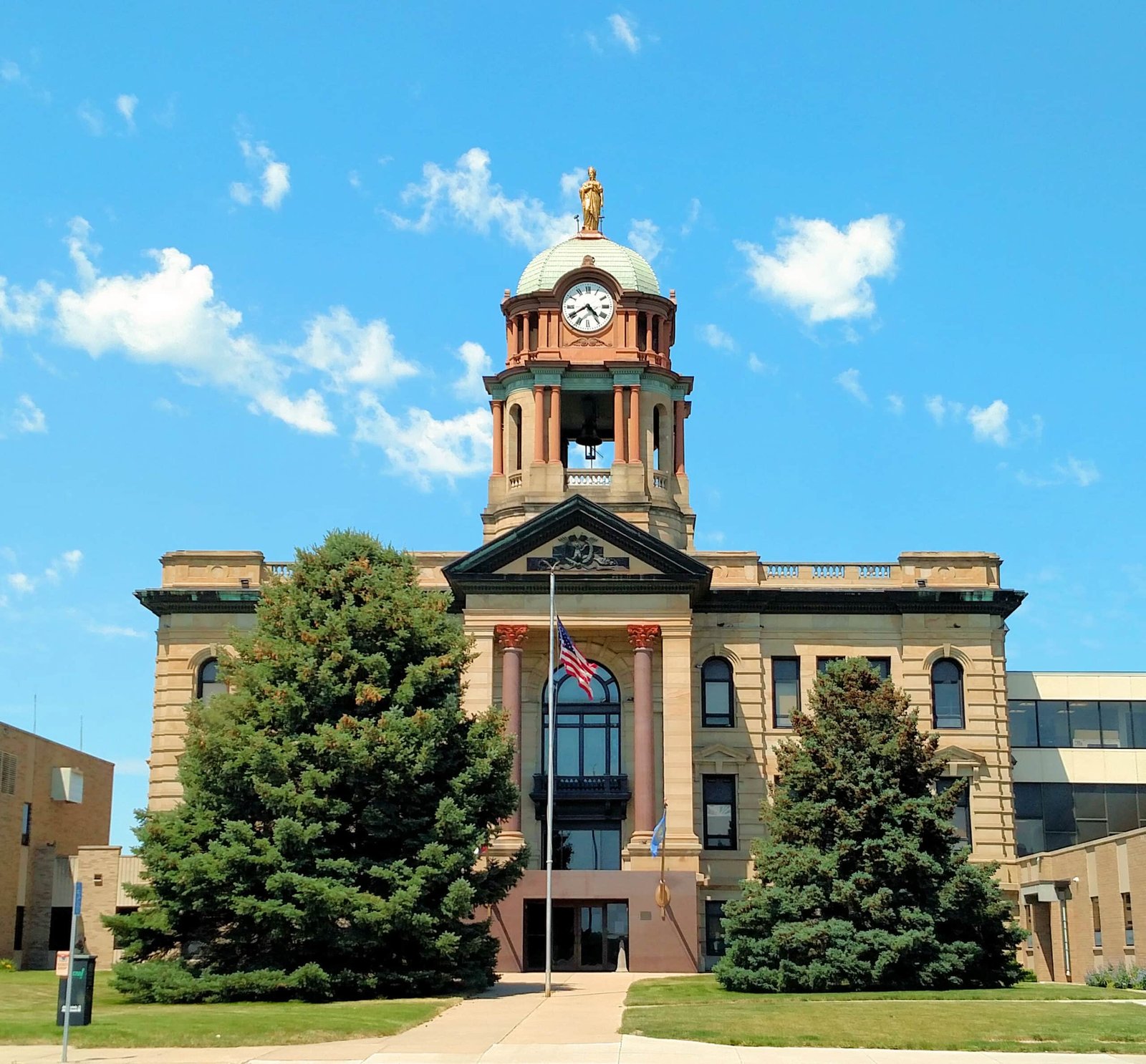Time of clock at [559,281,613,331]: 4:40
